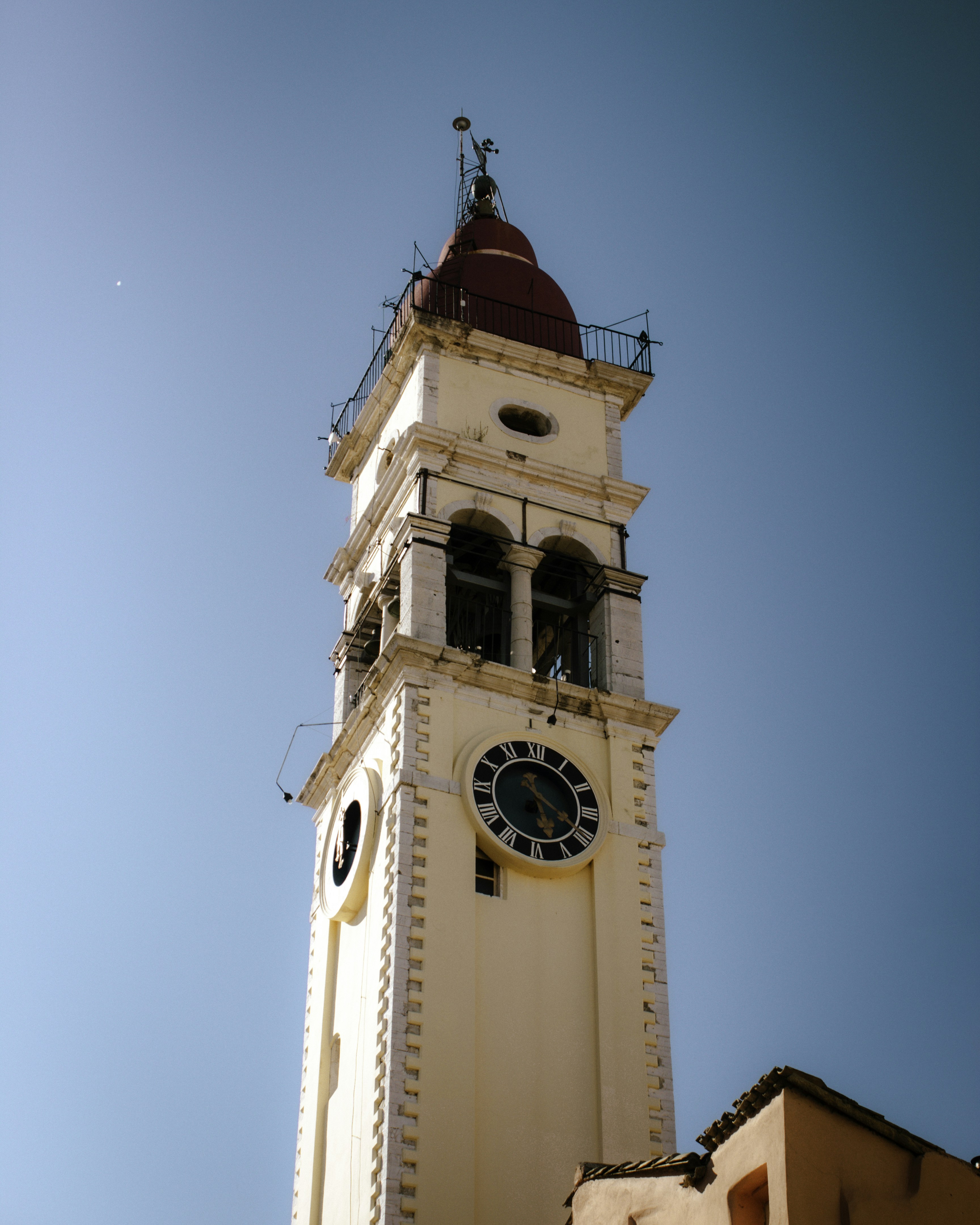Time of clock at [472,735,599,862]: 5:19
